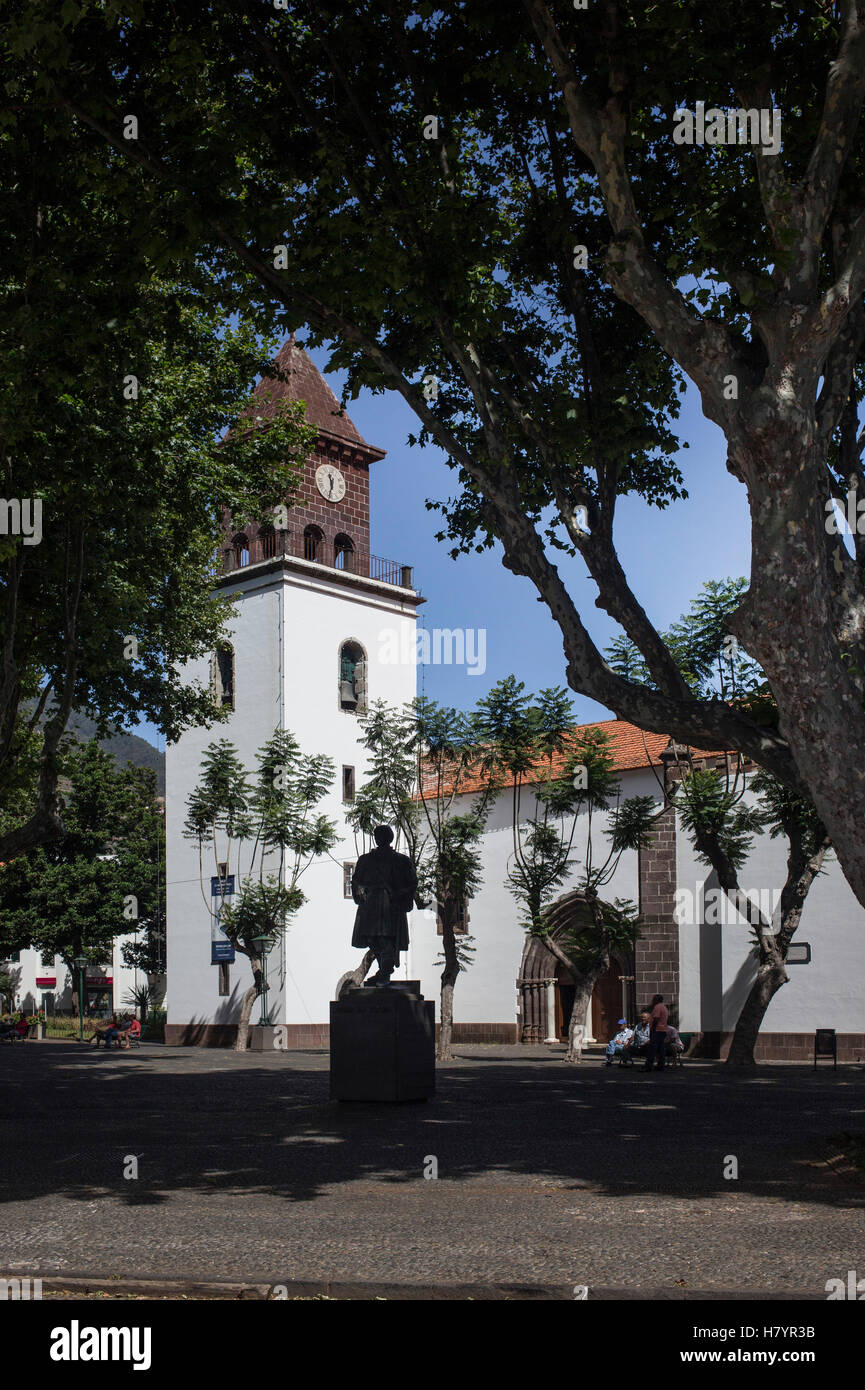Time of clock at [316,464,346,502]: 11:32
